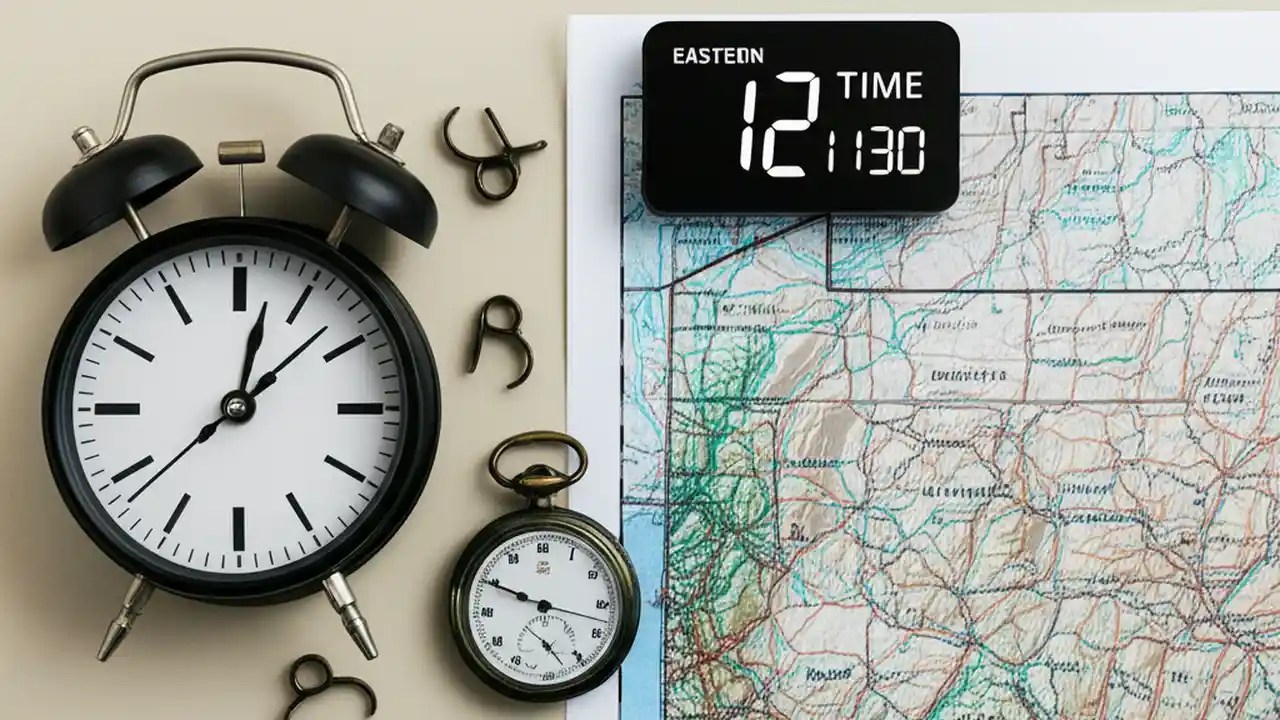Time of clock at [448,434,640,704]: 9:49
